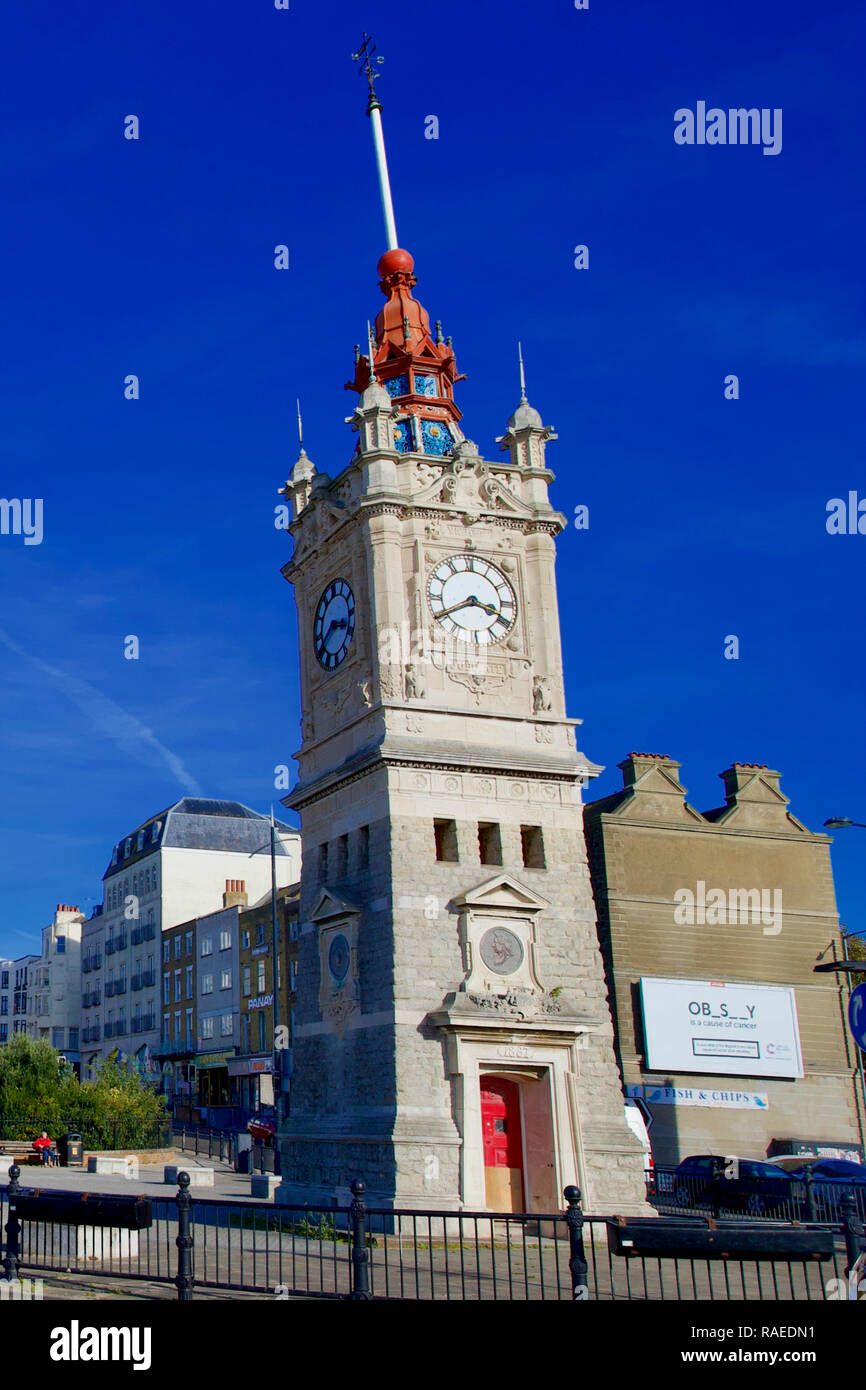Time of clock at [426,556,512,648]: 3:40
